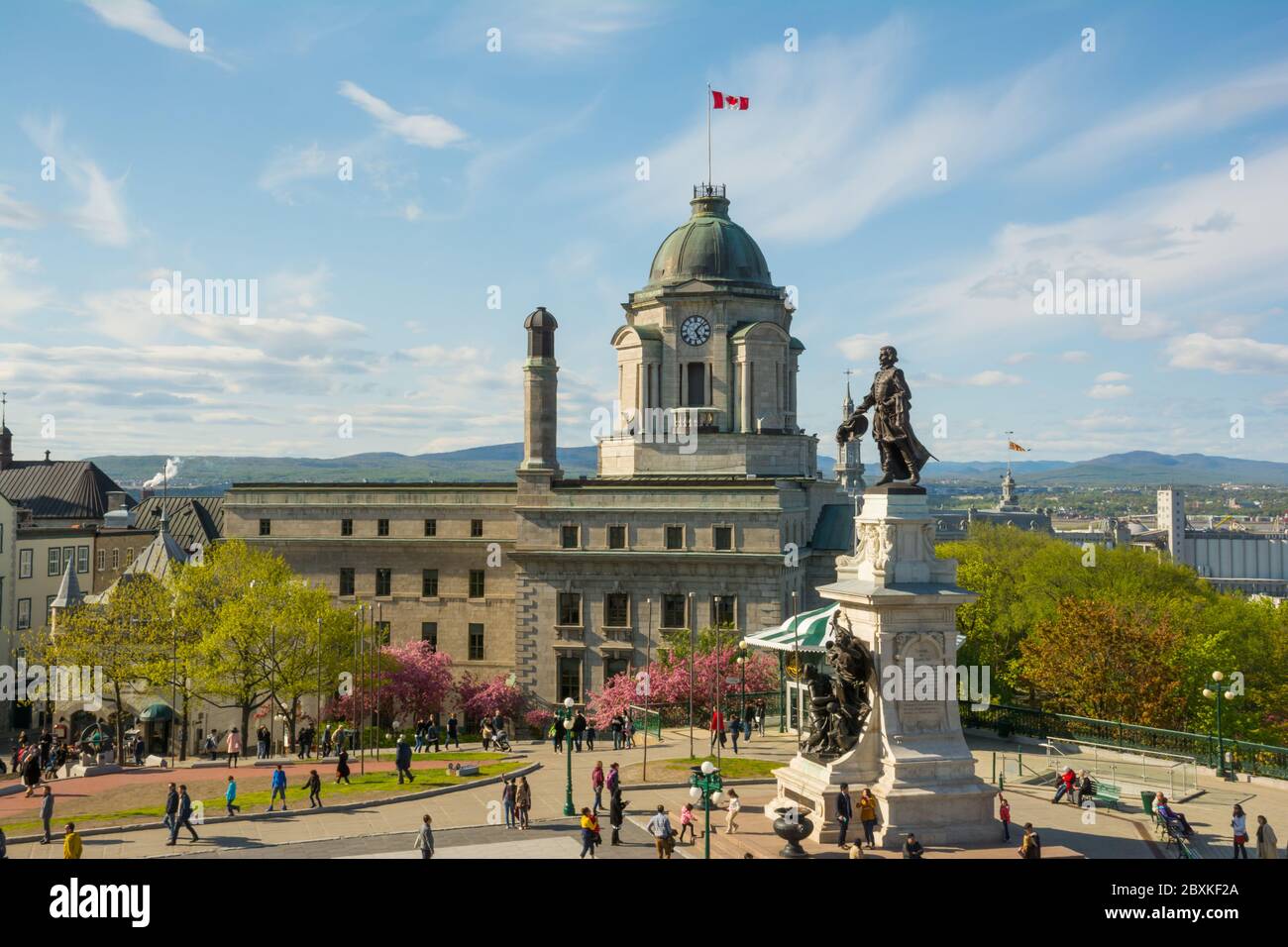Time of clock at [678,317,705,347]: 5:07
